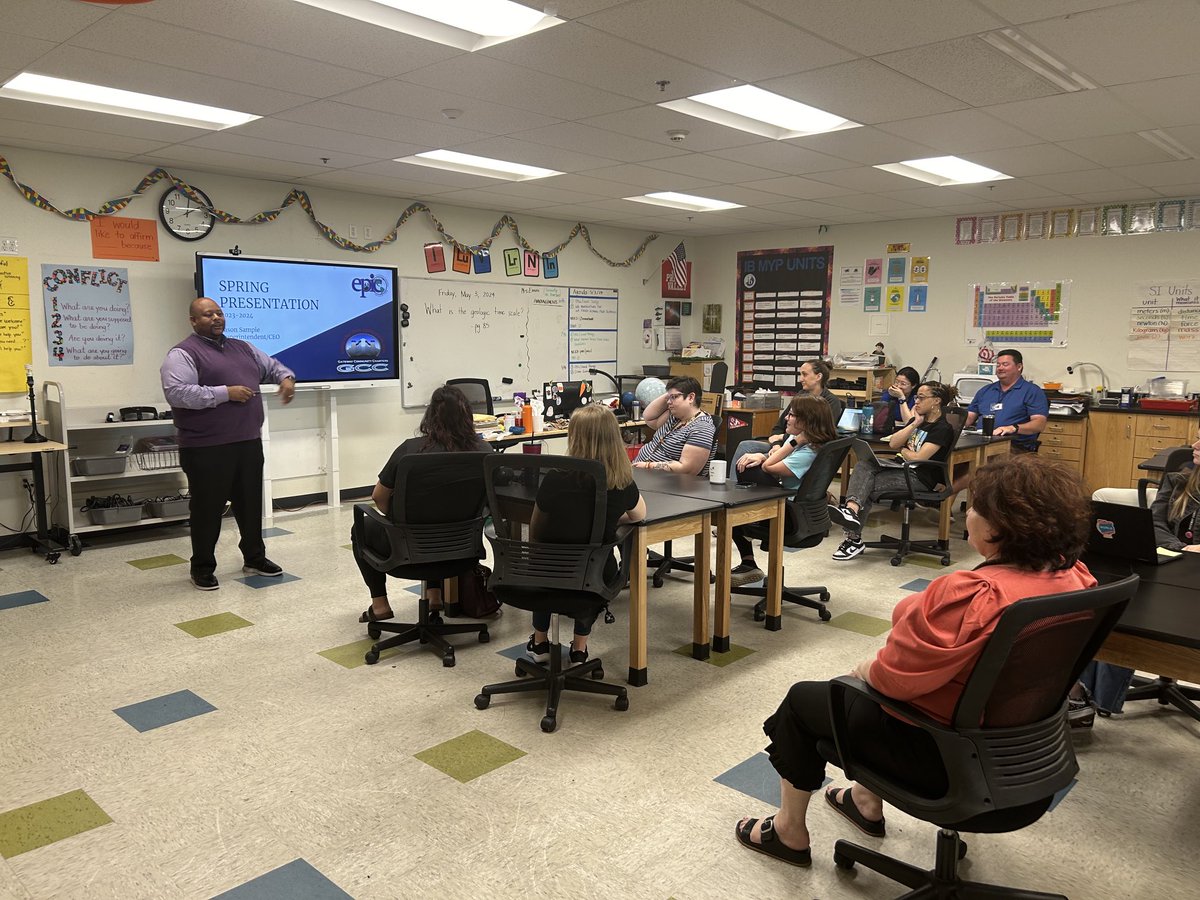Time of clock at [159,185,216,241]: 2:01
